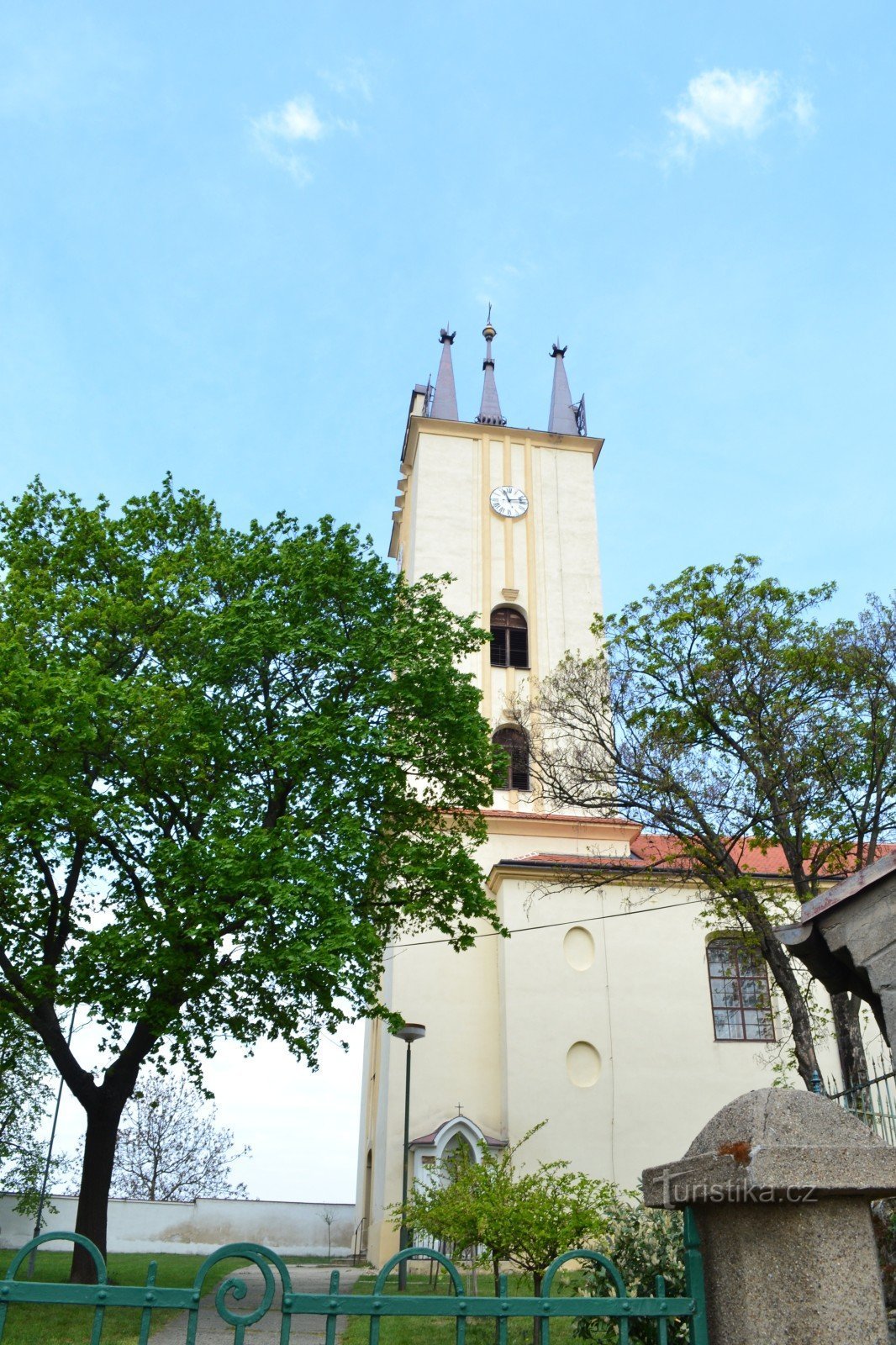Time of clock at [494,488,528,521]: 11:13
